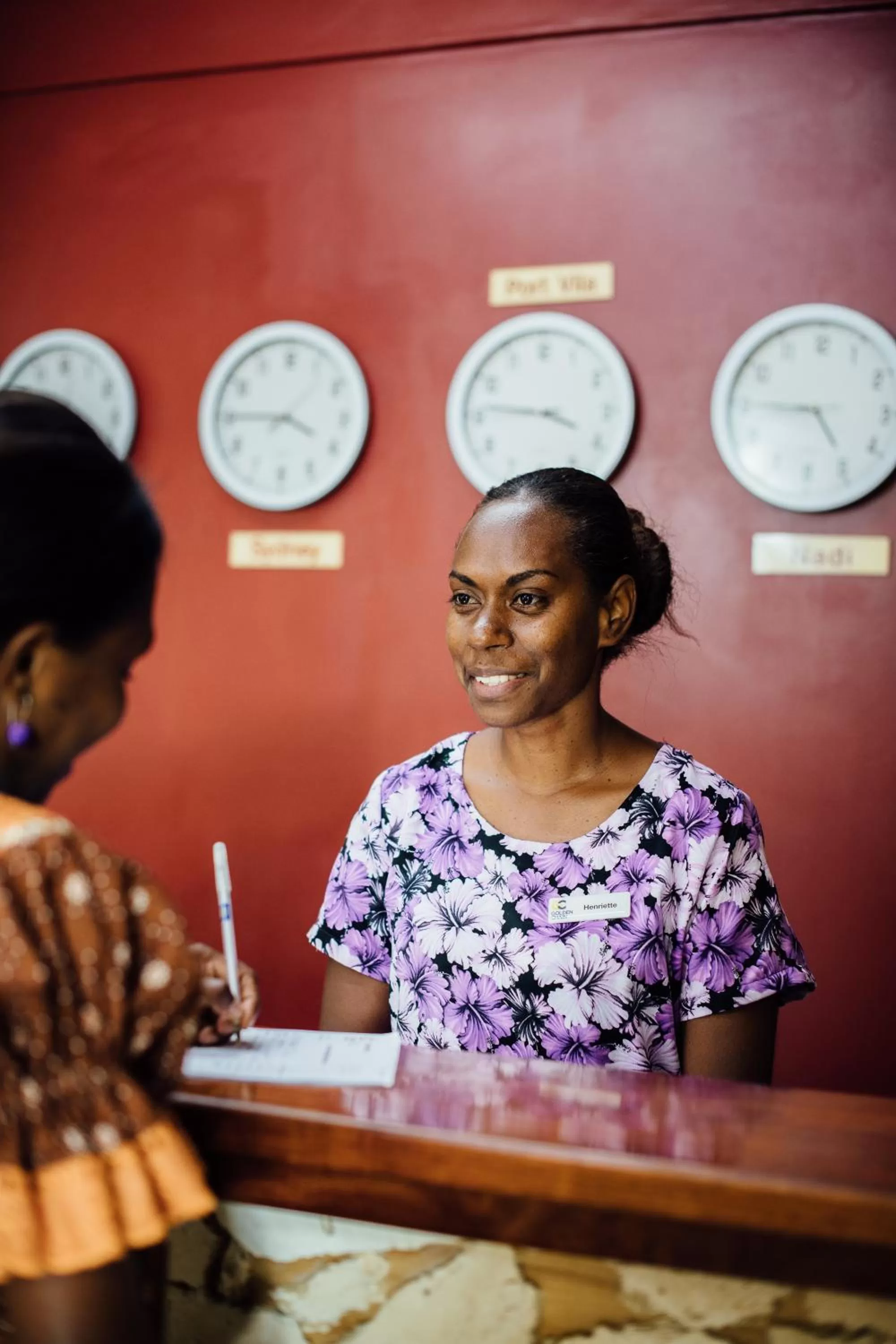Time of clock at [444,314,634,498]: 3:46
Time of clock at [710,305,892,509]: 4:45
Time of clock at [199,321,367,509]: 3:45
